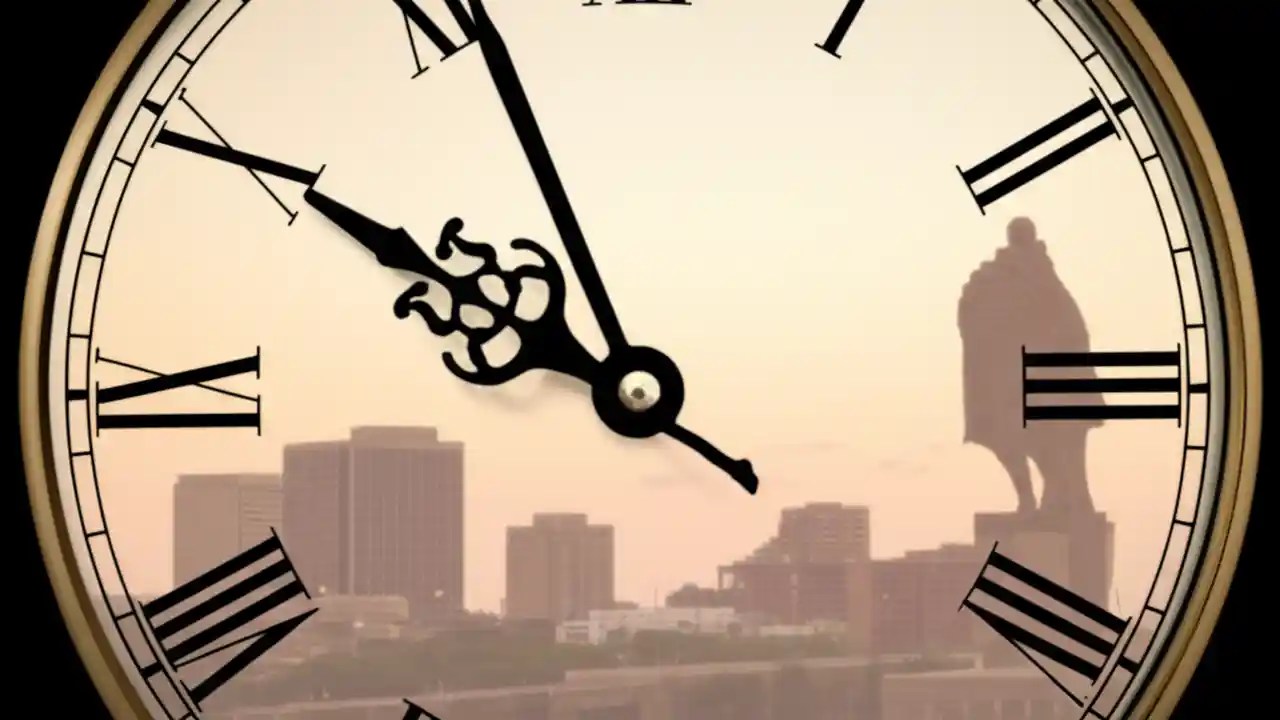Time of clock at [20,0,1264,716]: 9:56
